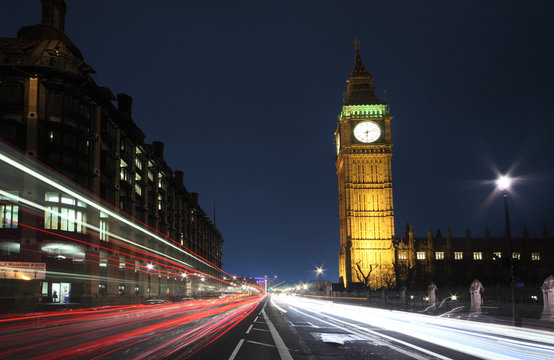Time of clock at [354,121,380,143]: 6:12
